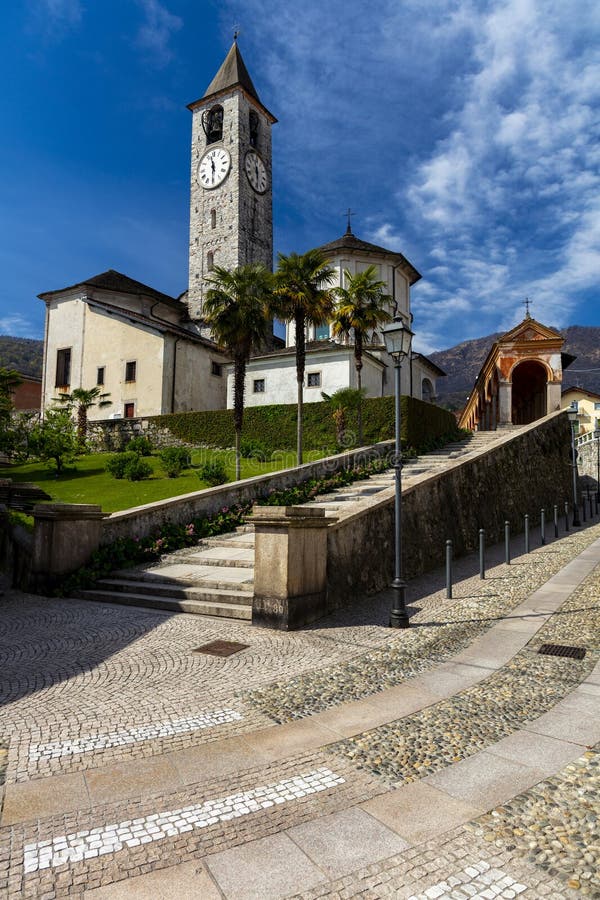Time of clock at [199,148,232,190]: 11:30
